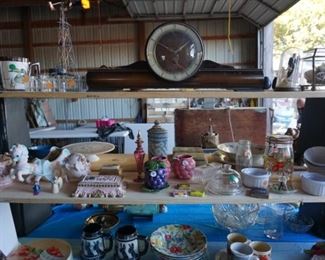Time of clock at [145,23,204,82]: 1:49
